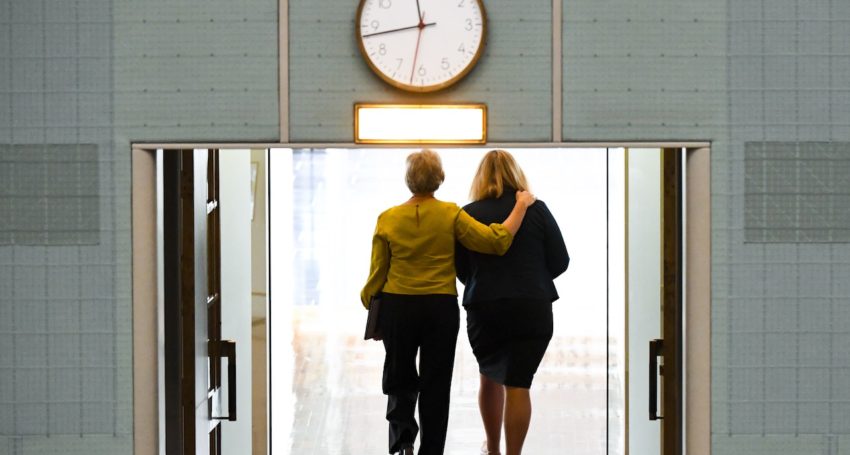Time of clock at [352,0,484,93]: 11:43
